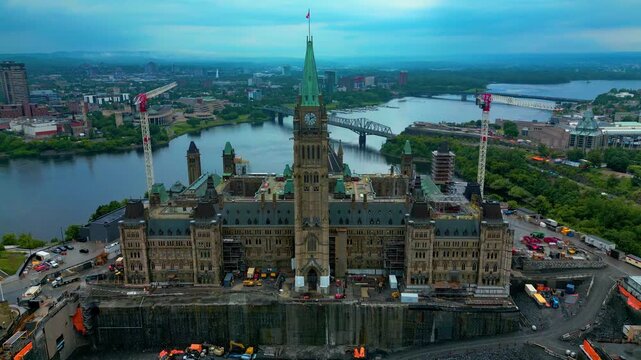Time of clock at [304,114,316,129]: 1:59
